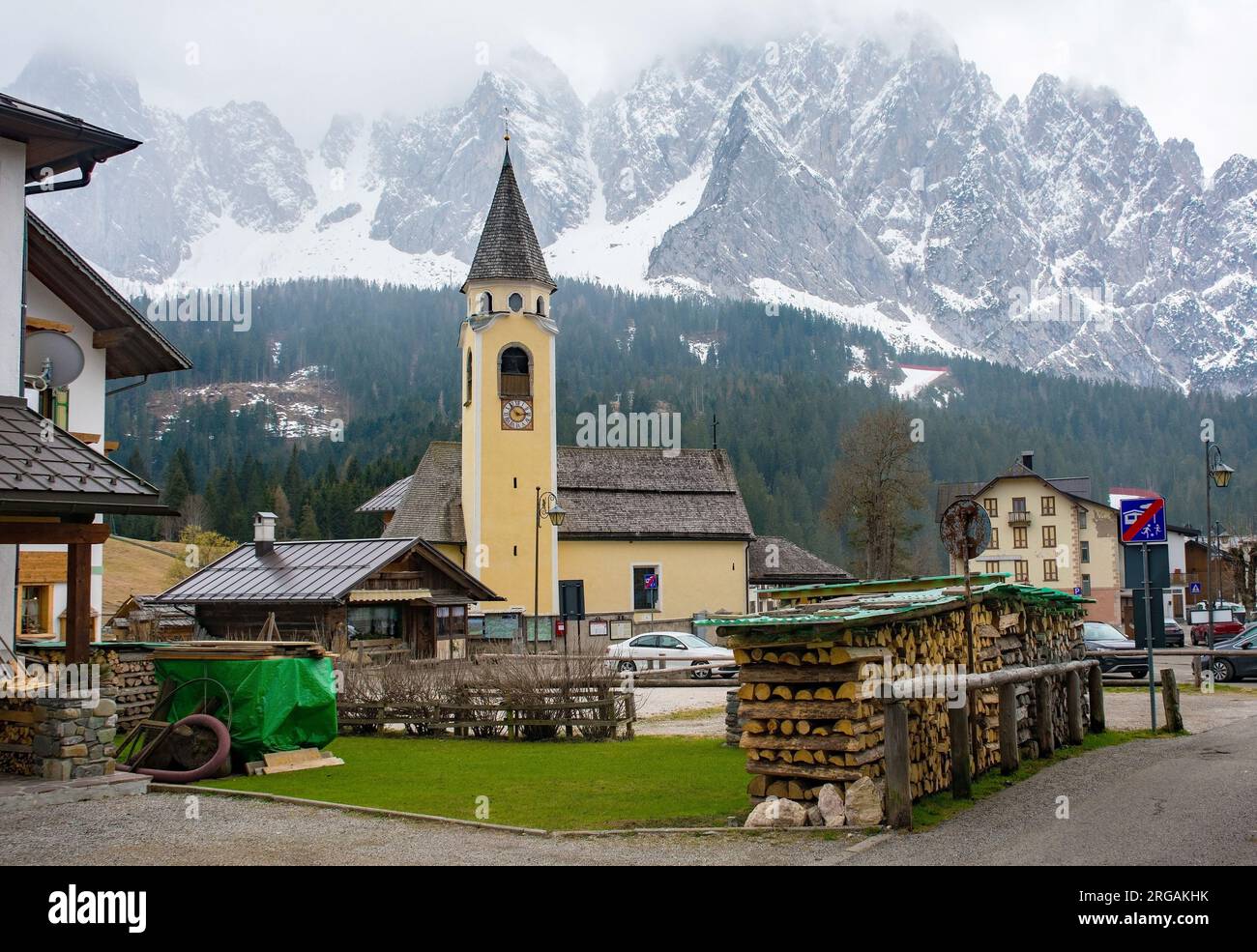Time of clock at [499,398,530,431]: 2:53
